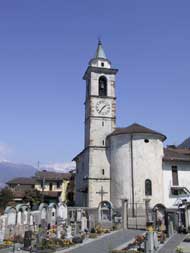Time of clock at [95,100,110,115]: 1:36
